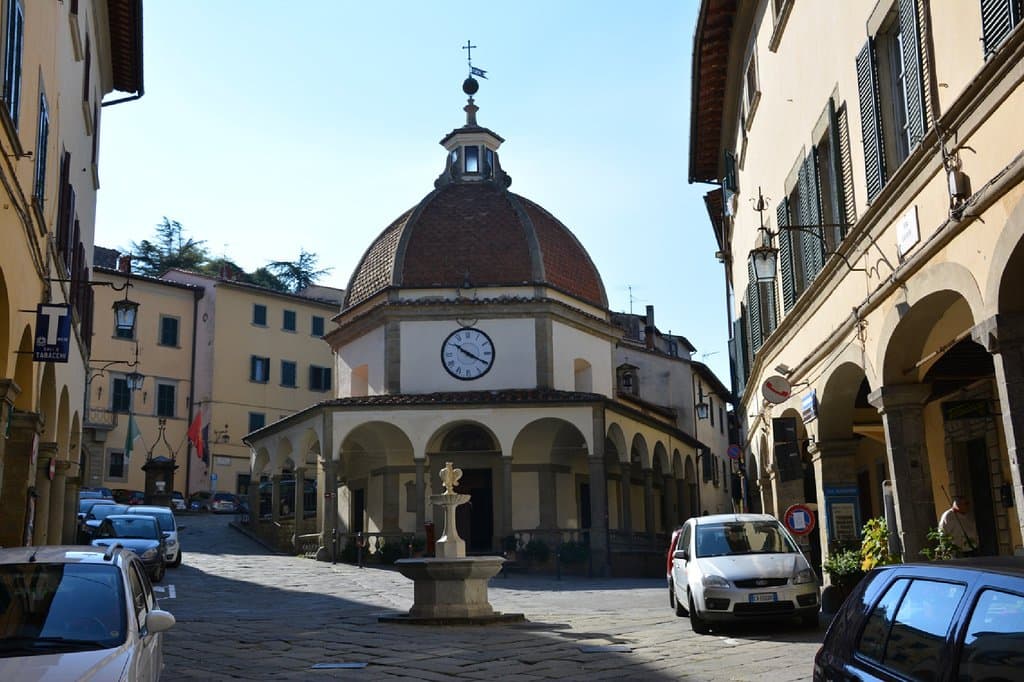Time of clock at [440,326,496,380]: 10:19
